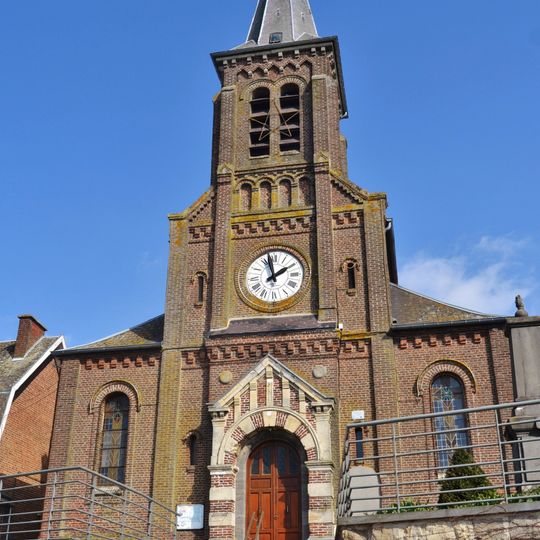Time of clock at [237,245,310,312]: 1:57
